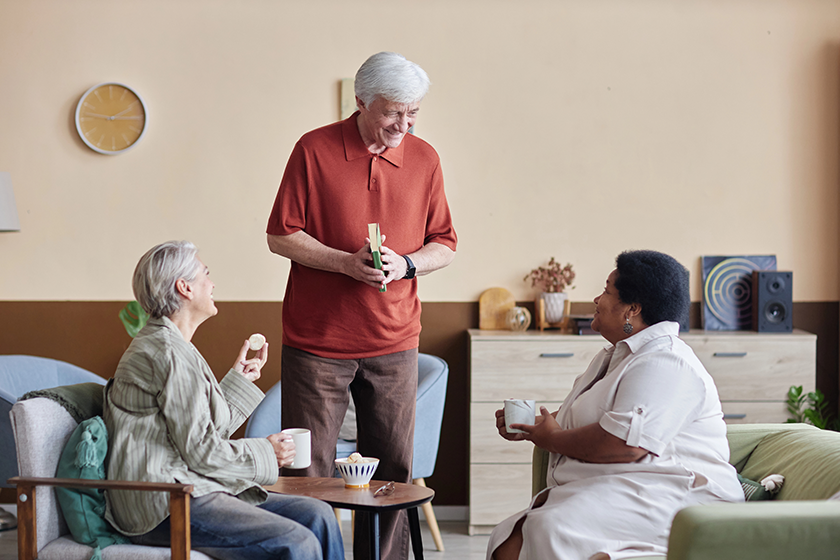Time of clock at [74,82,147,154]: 2:15
